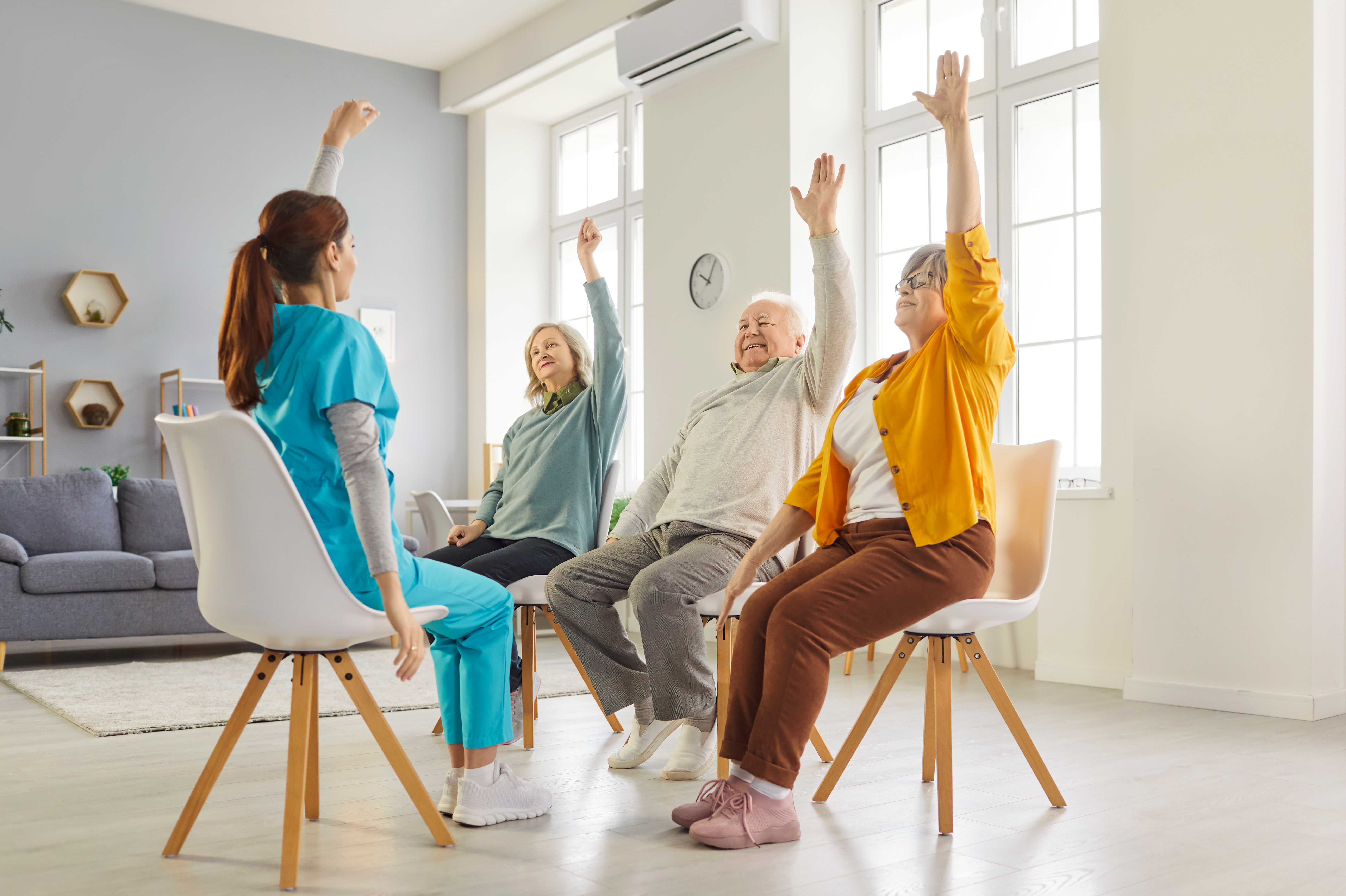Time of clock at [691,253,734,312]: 10:04
